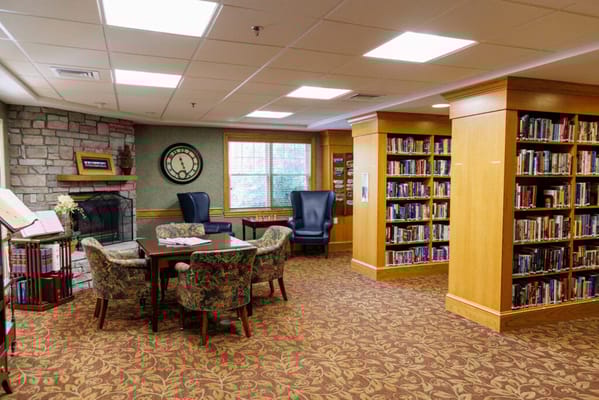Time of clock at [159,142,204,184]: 11:26
